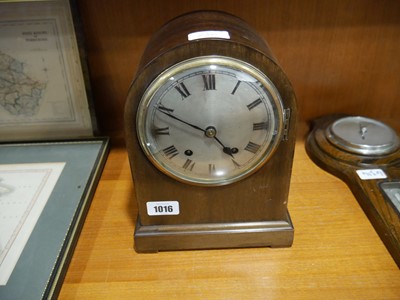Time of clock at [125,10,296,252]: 4:49
